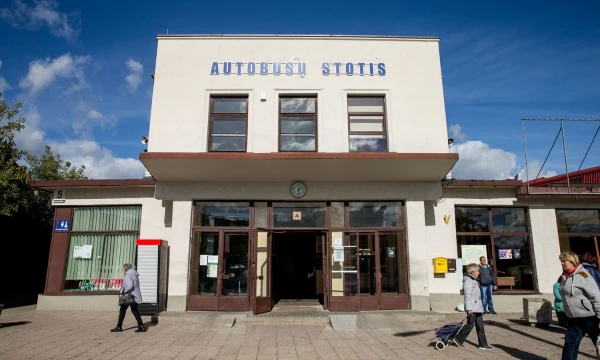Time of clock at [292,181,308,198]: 1:30
